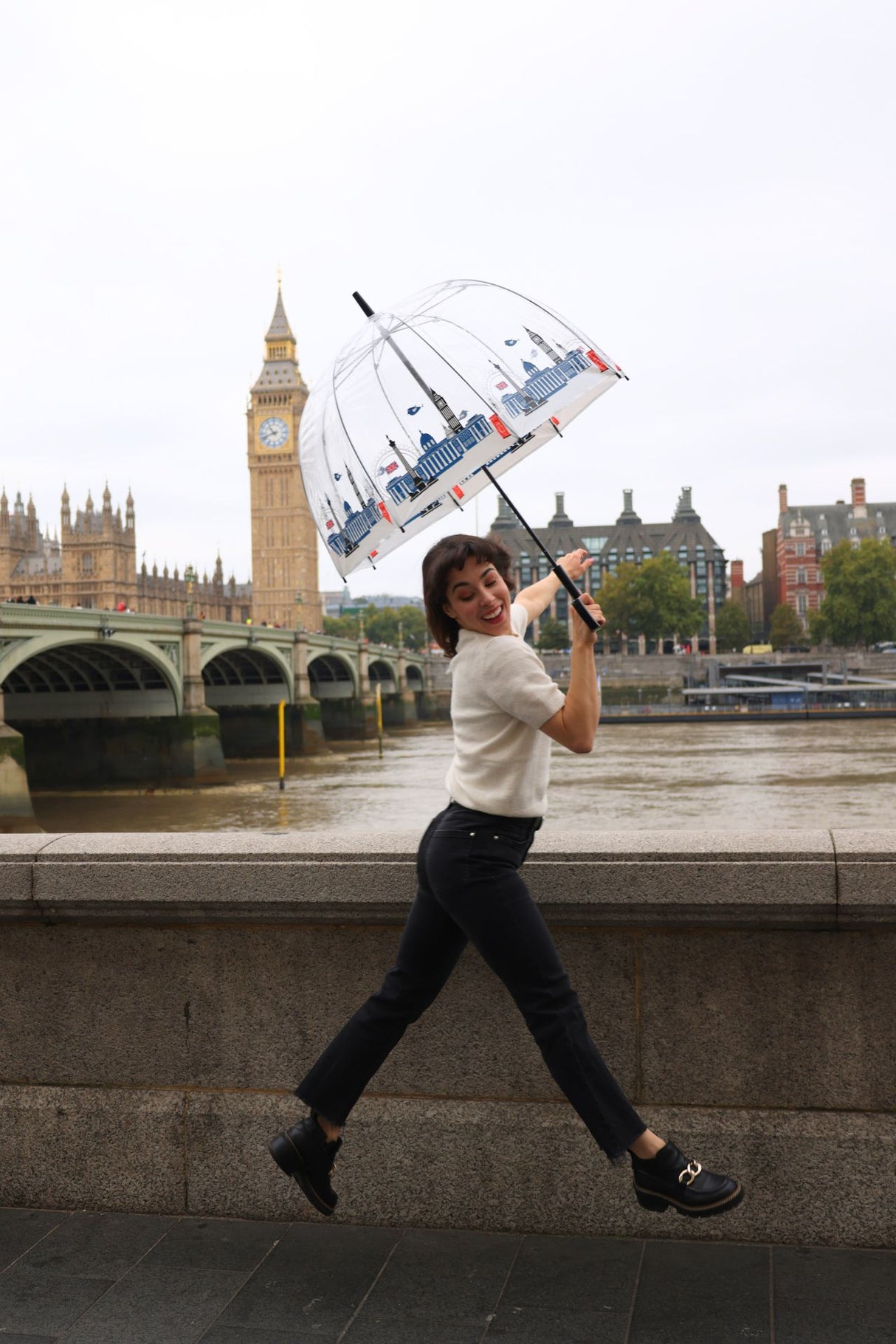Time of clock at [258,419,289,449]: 10:41
